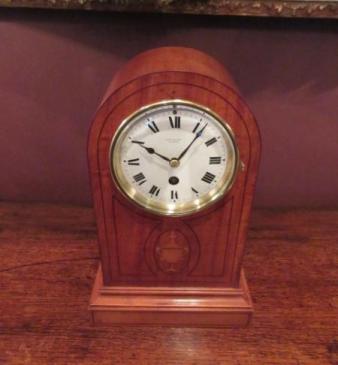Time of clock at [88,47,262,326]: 10:06
